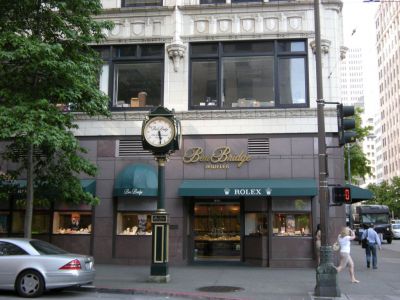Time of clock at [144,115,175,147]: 5:28
